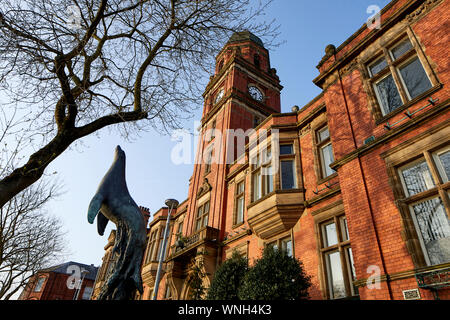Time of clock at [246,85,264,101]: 7:32
